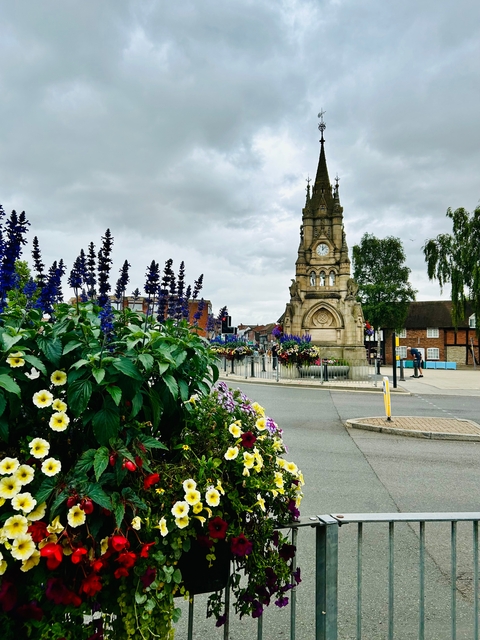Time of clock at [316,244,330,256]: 12:07
